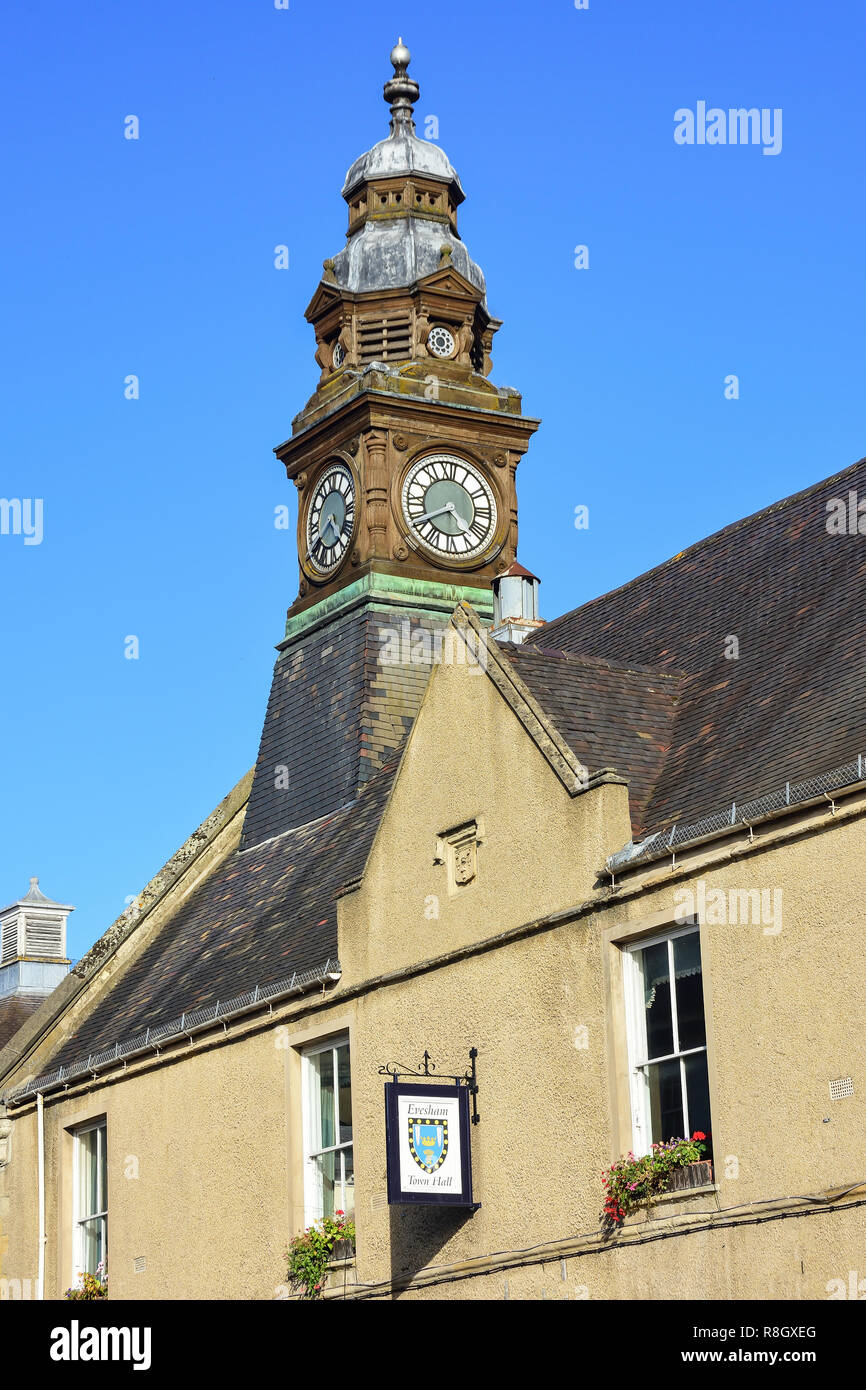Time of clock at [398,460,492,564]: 4:40
